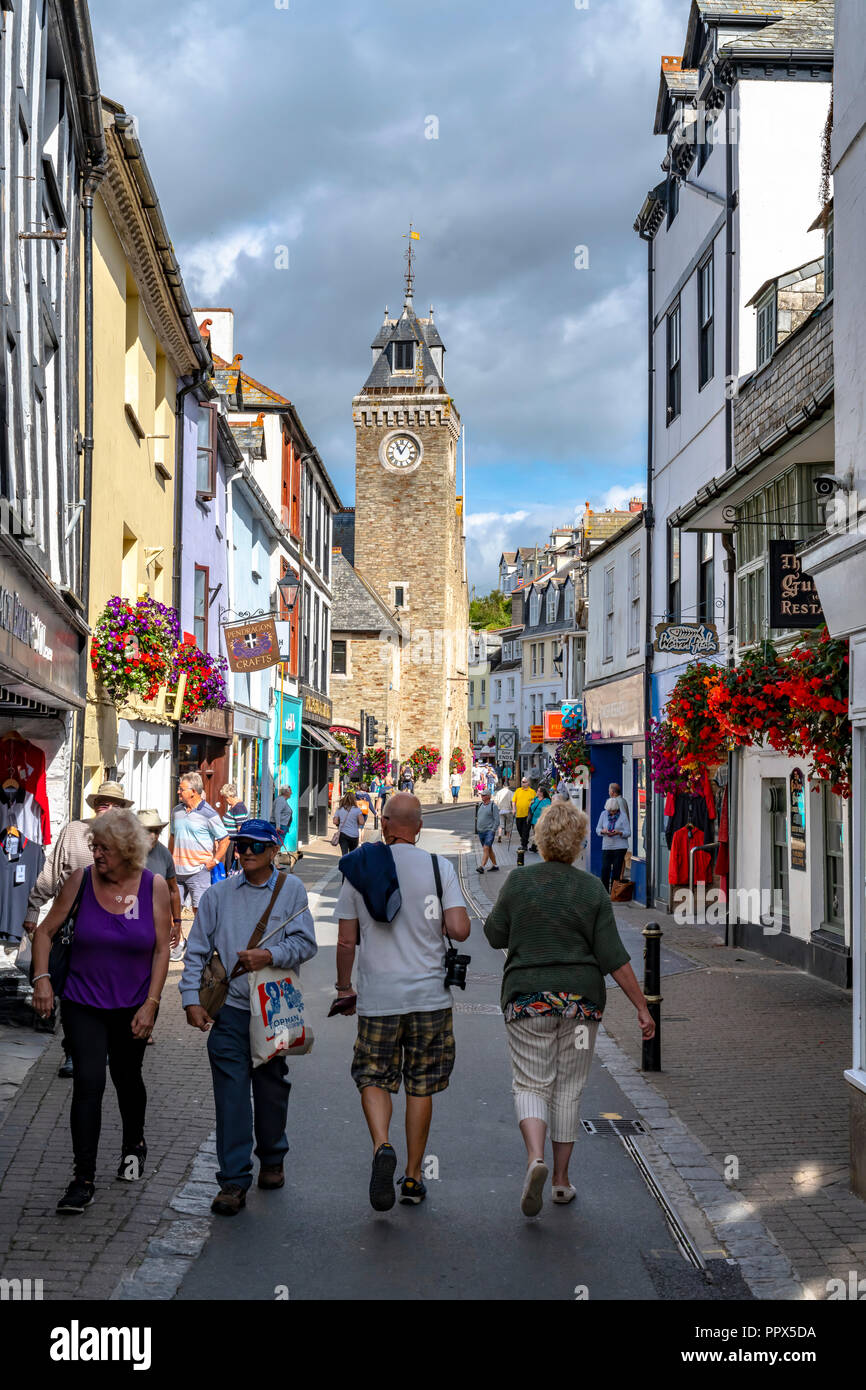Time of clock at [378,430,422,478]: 11:05
